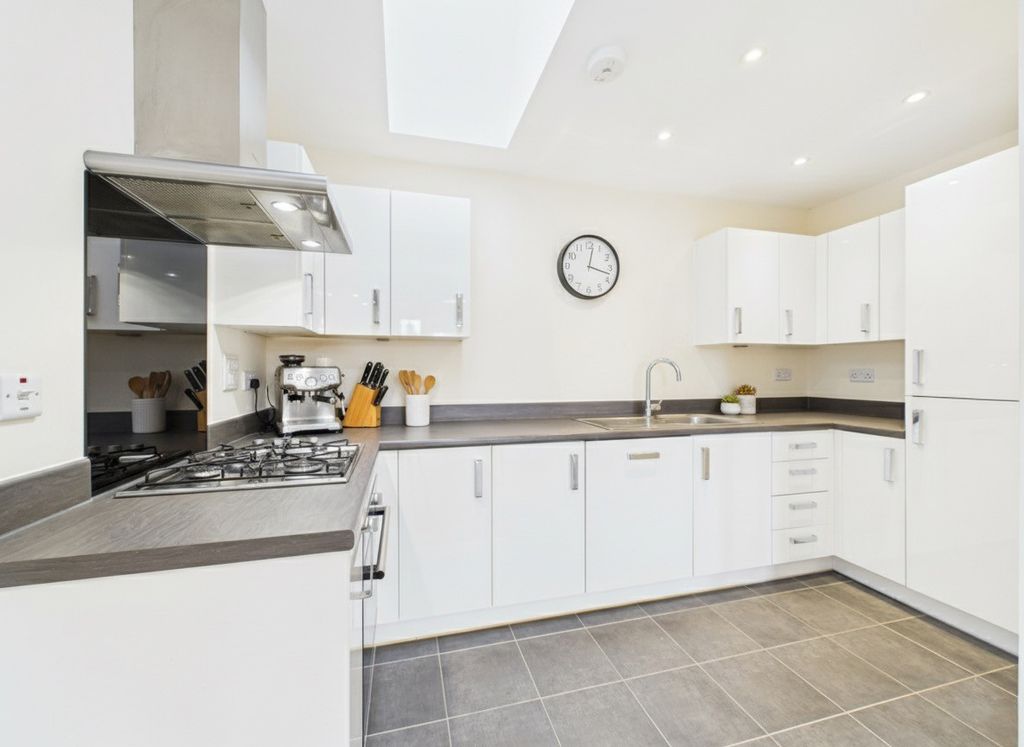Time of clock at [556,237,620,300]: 12:17
